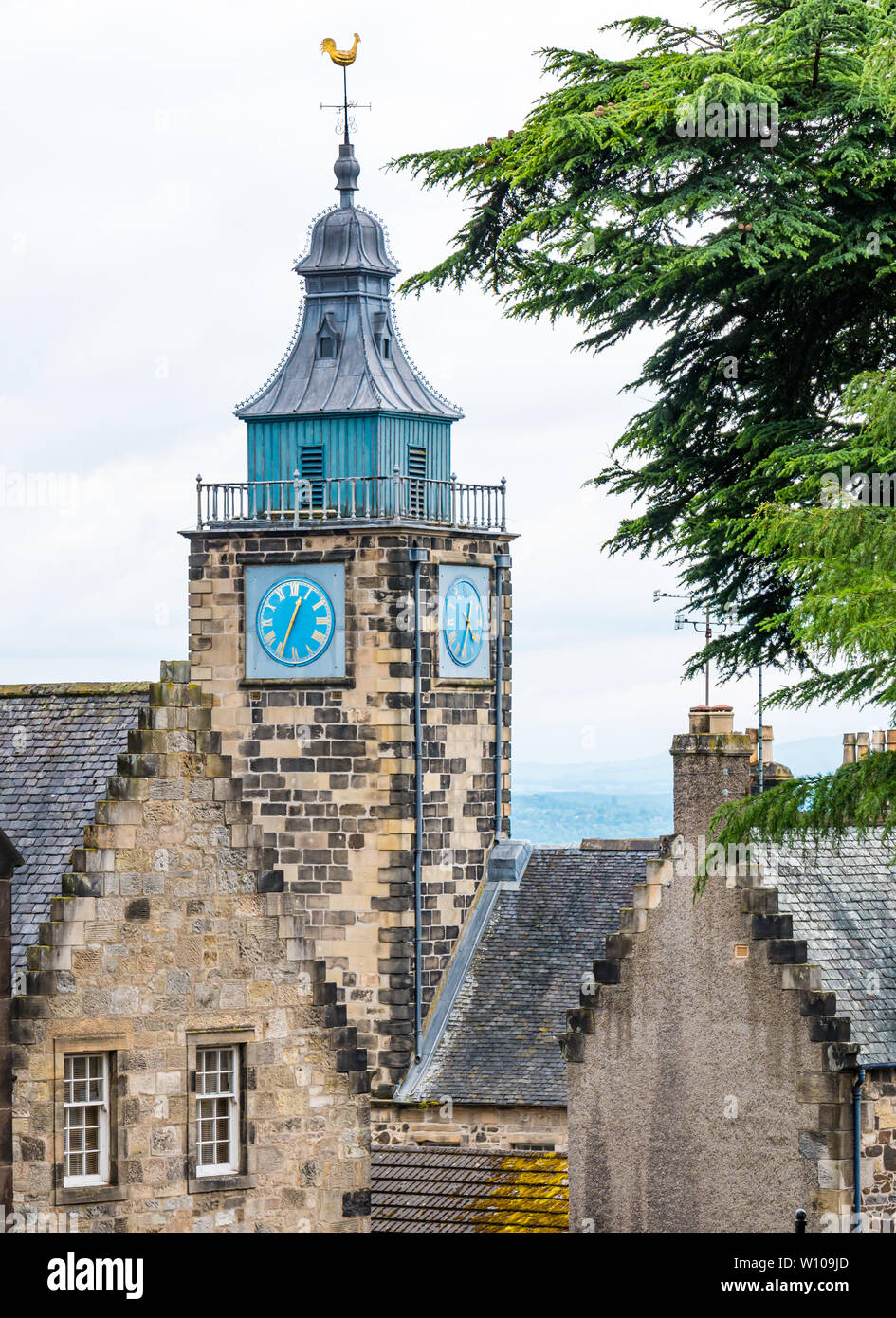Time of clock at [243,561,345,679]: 12:34
